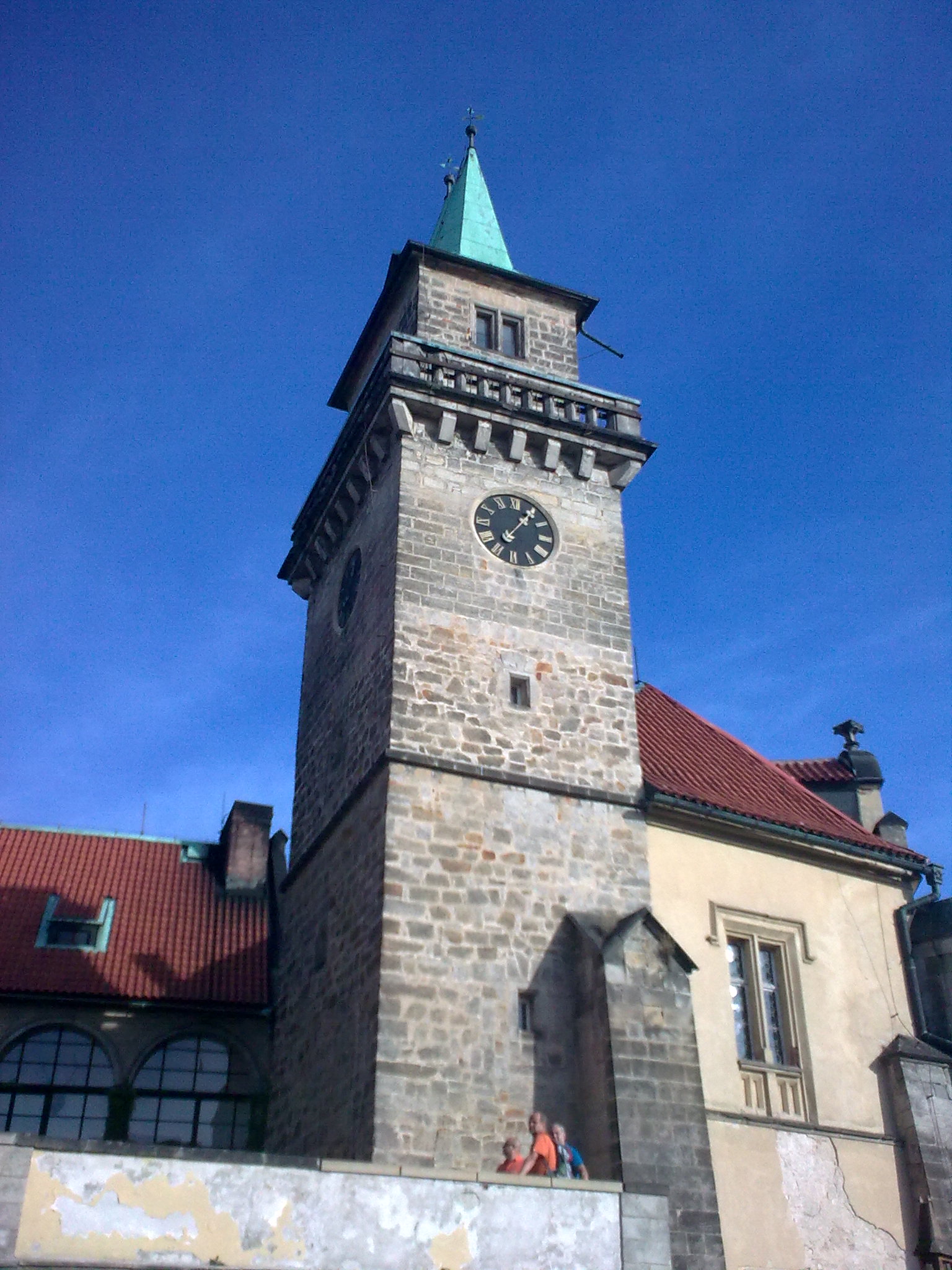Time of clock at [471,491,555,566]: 1:05
